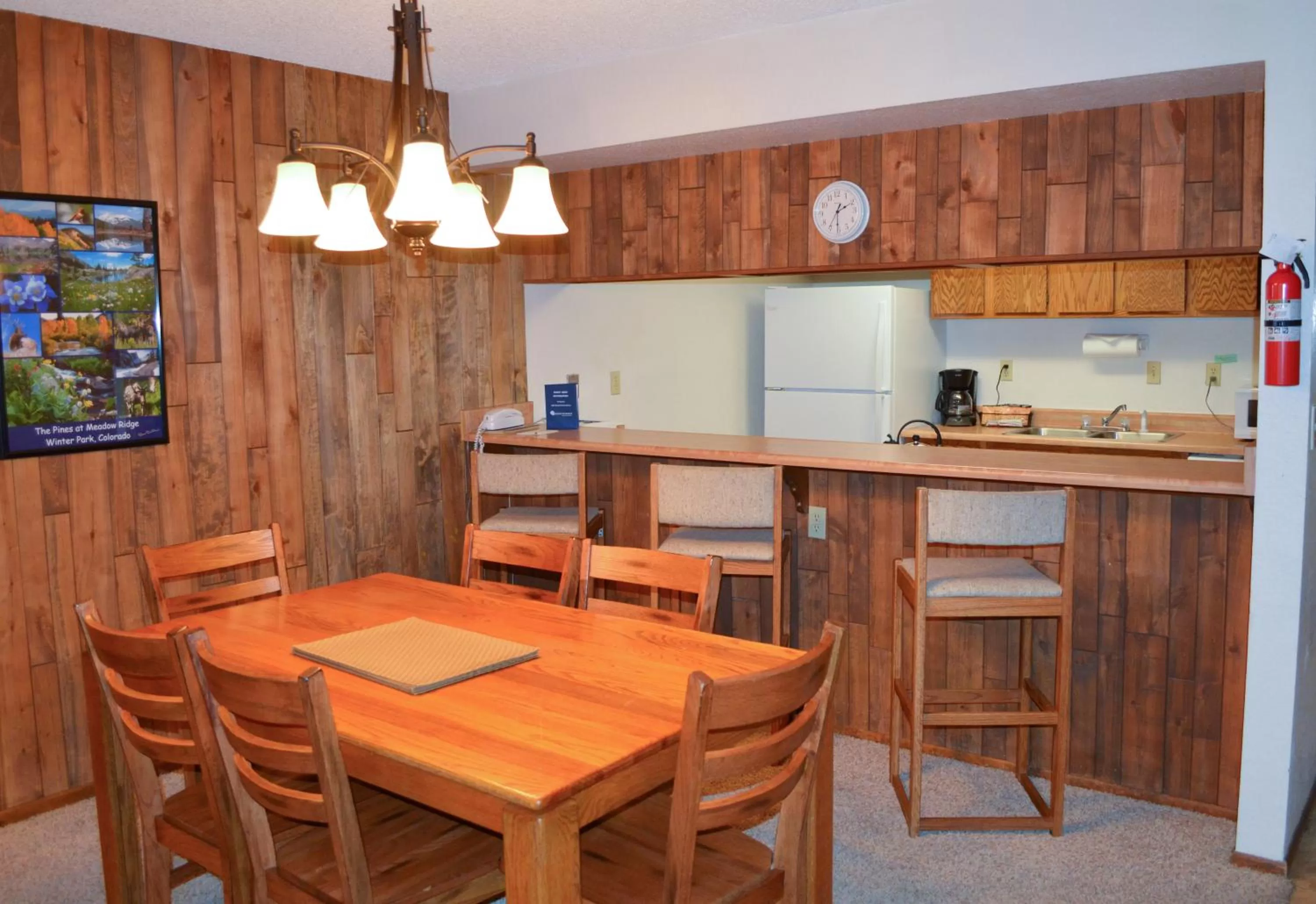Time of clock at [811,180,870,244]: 1:10
